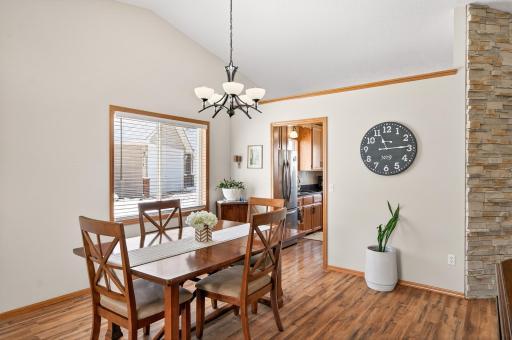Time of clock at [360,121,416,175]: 11:14
